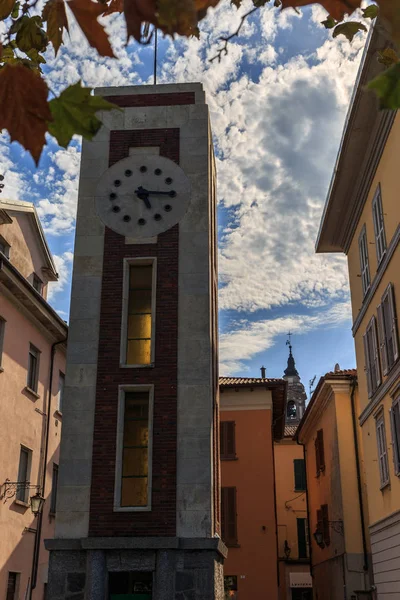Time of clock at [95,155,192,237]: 5:15
